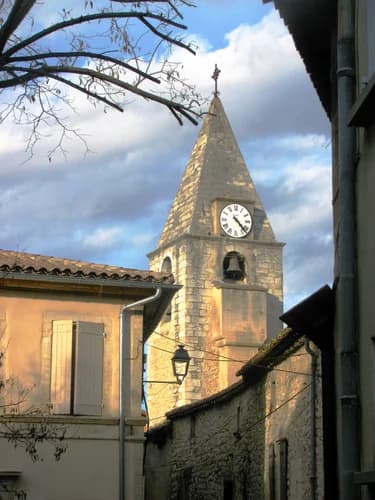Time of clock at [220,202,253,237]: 4:22
